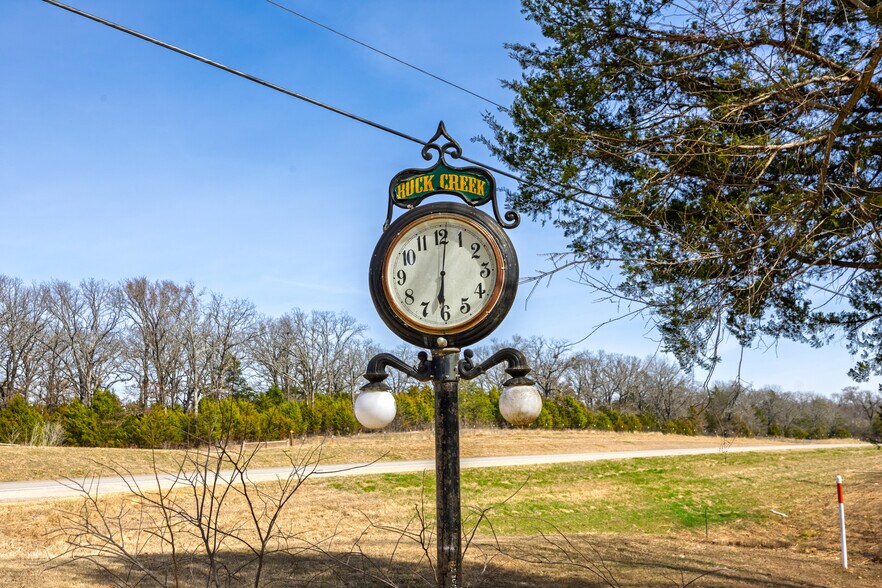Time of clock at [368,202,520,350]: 6:01
